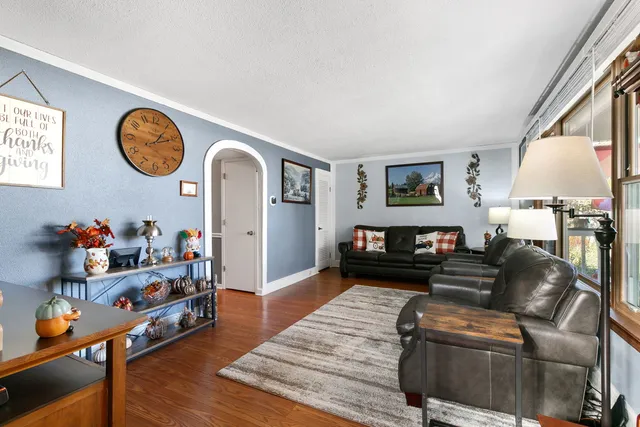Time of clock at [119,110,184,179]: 1:10
